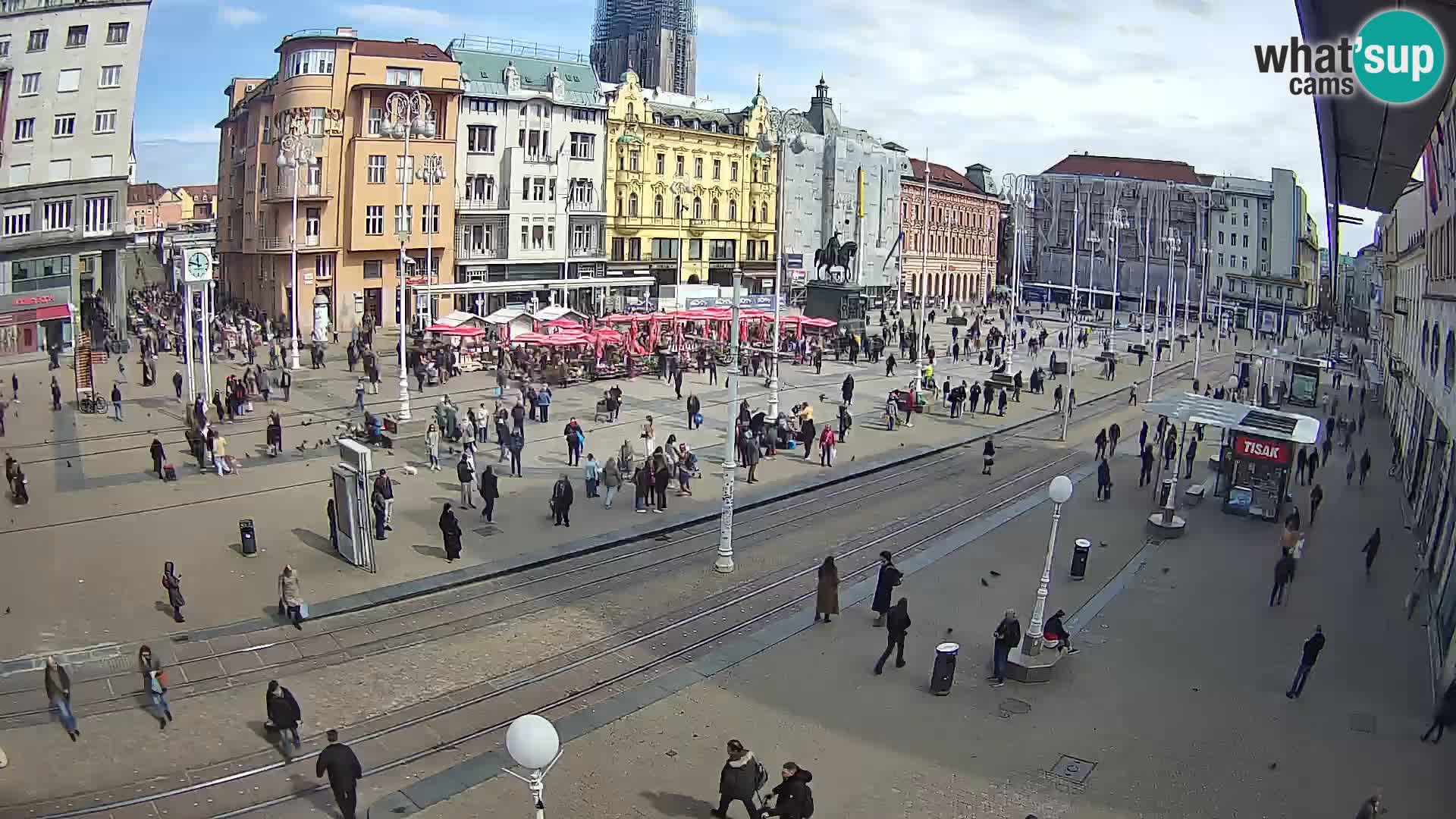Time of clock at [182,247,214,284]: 11:47
